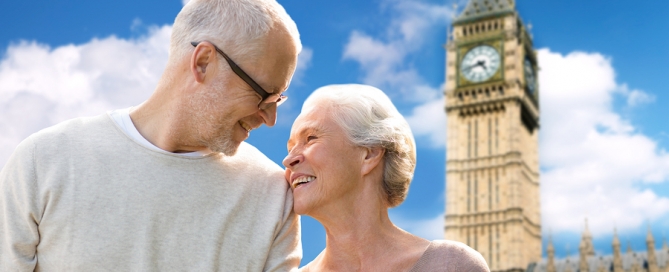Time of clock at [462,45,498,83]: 4:42
